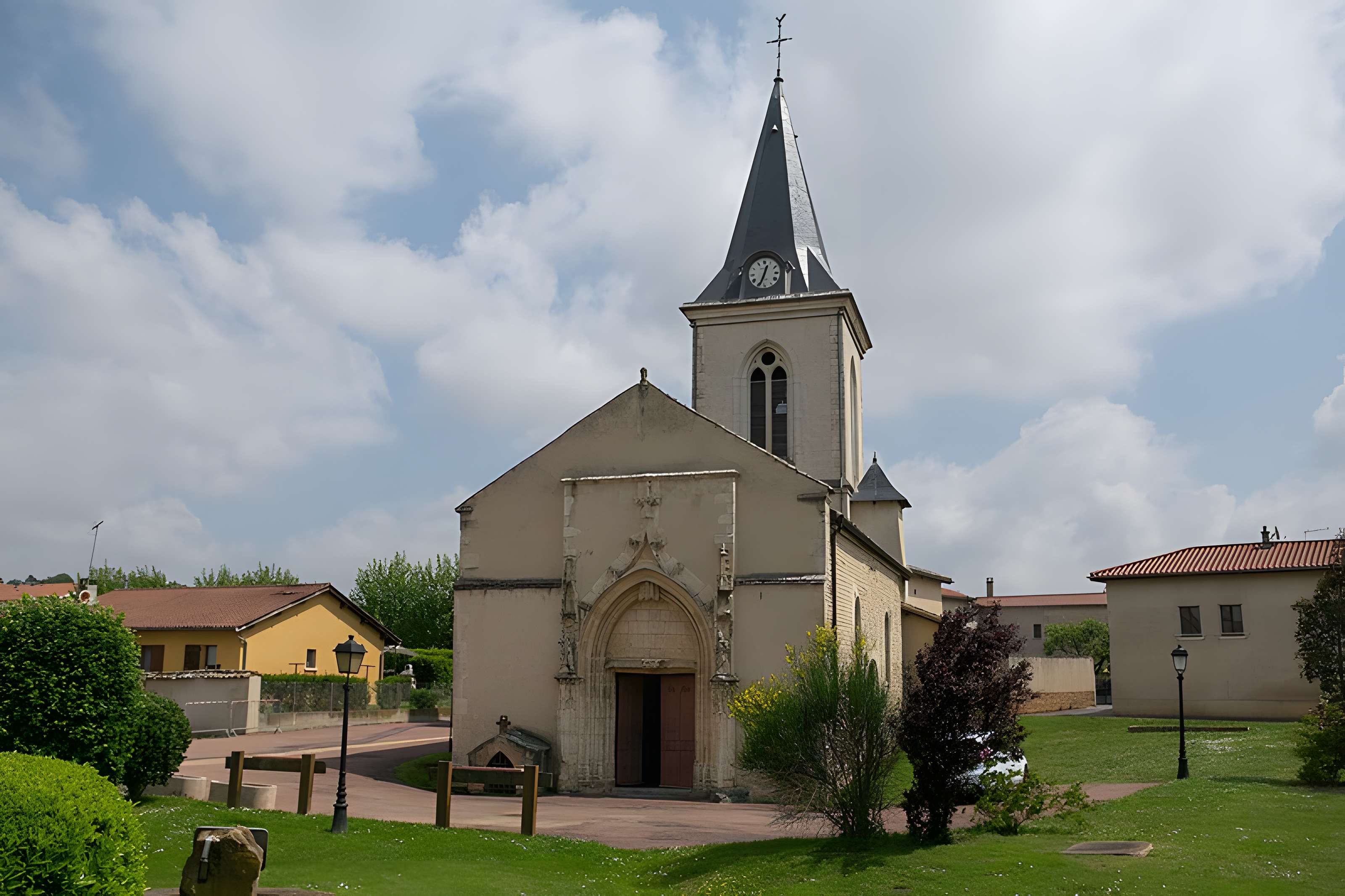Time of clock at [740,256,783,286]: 12:34
